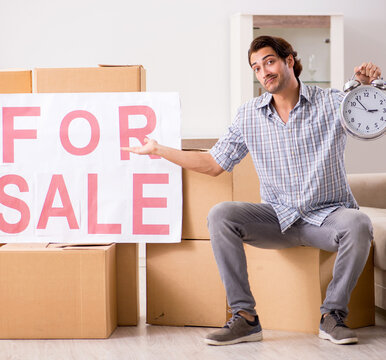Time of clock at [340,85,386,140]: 2:53
